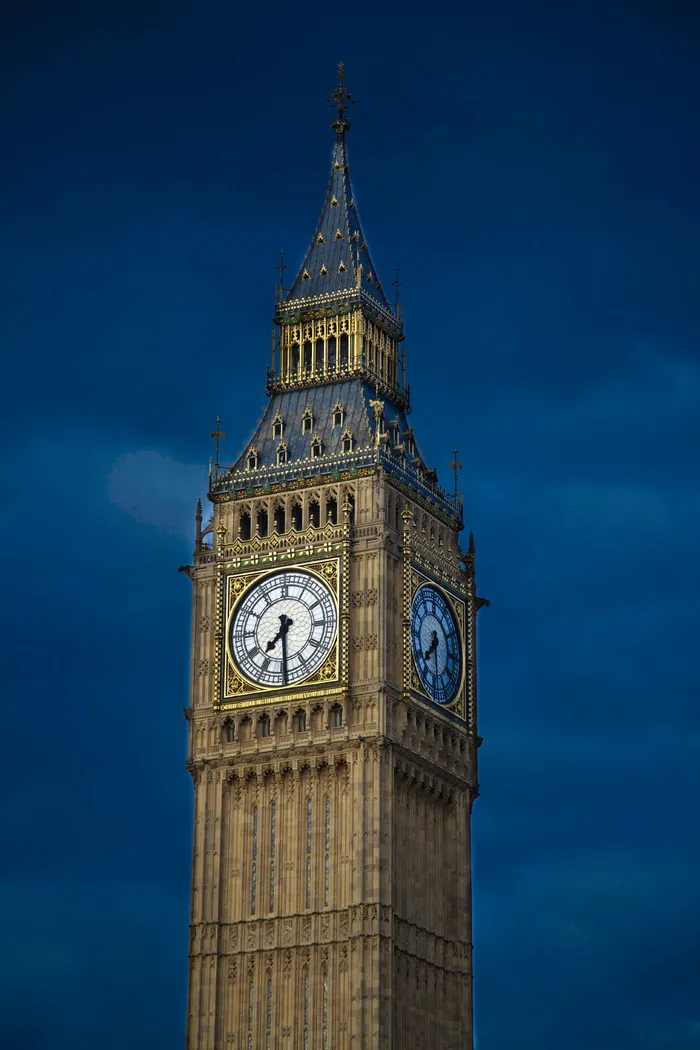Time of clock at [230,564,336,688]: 7:29
